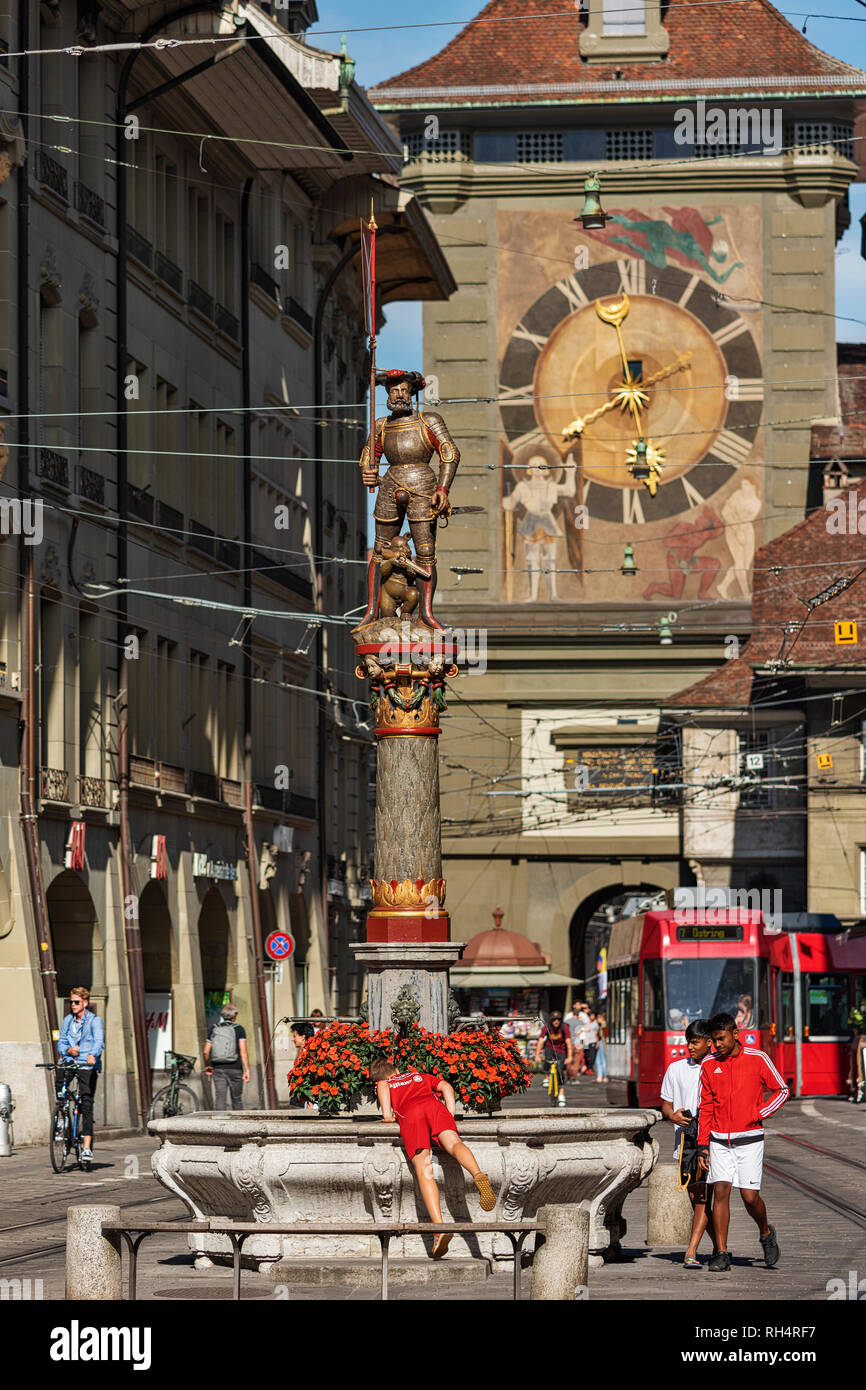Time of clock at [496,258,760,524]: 5:40
